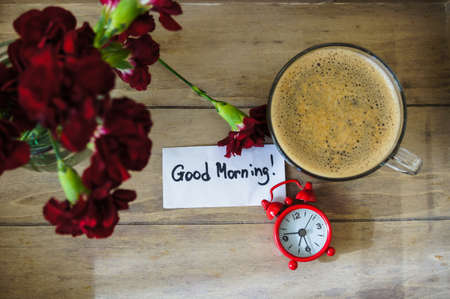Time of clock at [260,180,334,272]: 5:45
